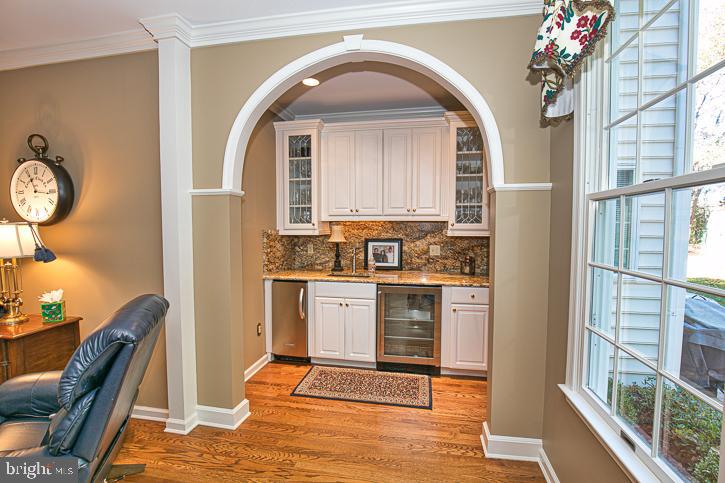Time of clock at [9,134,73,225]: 11:15
